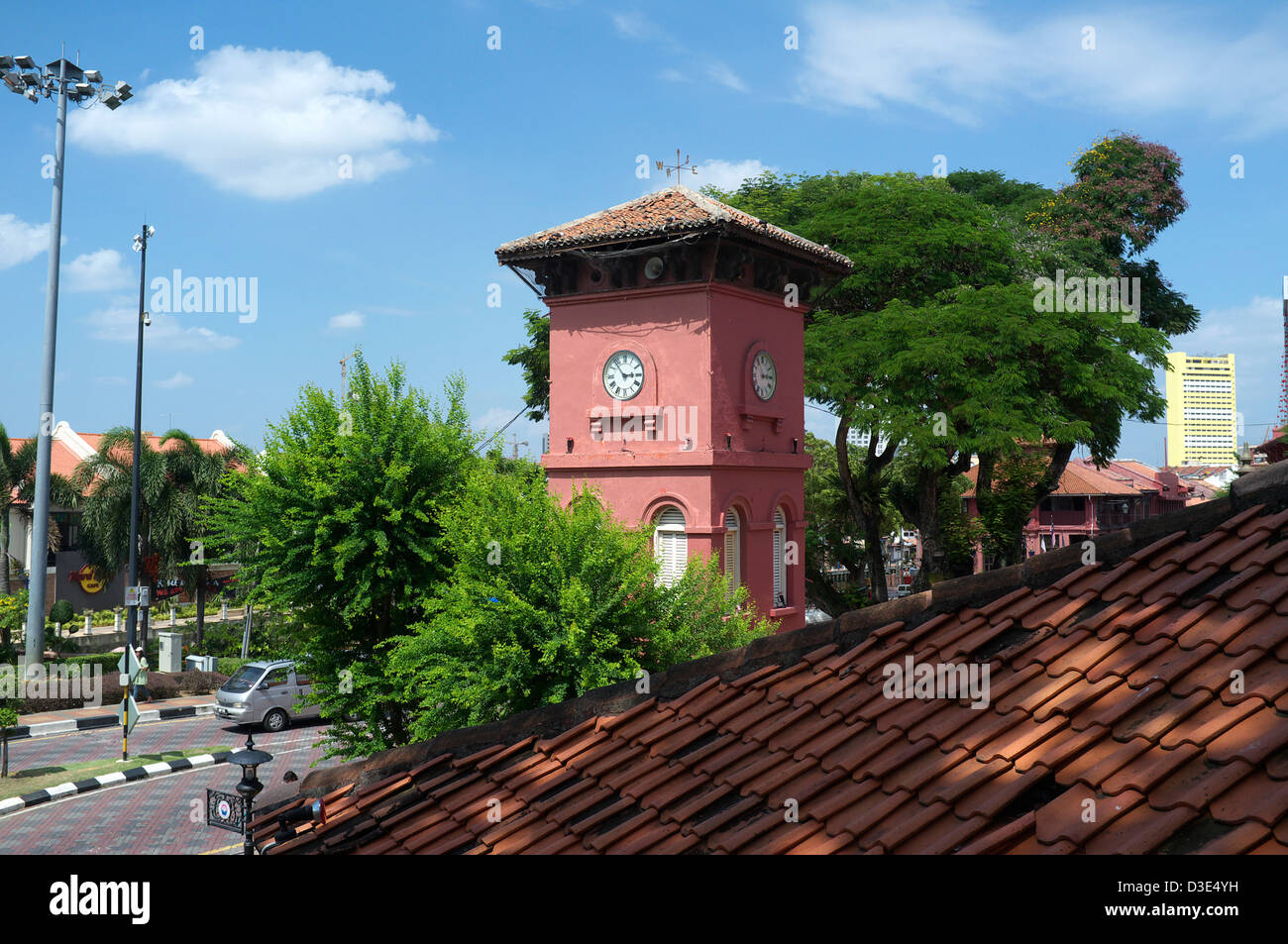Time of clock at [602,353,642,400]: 2:53
